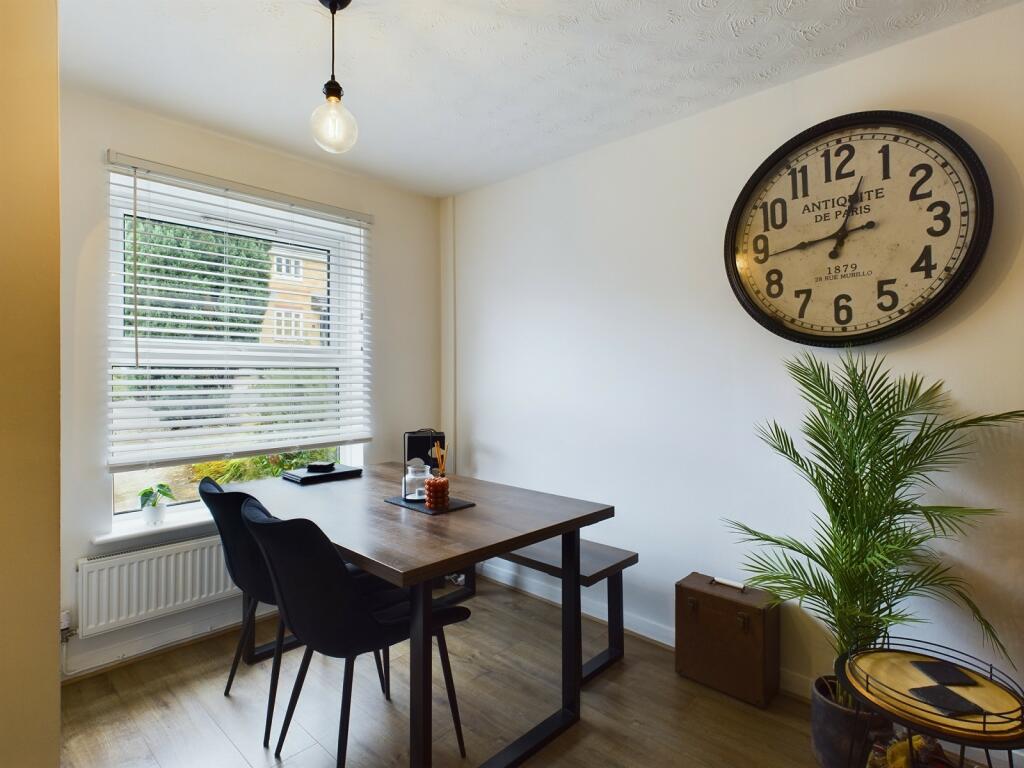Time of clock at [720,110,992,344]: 12:43
